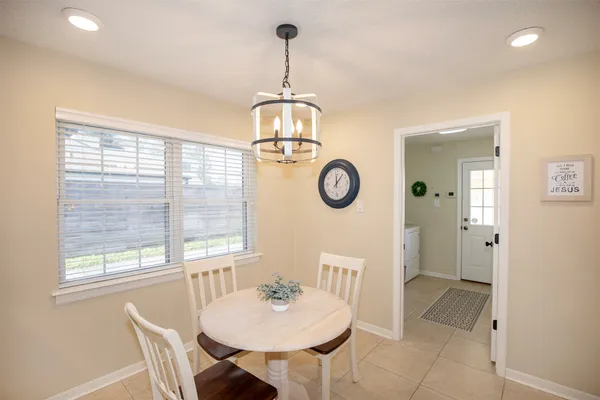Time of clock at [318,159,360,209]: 12:07
